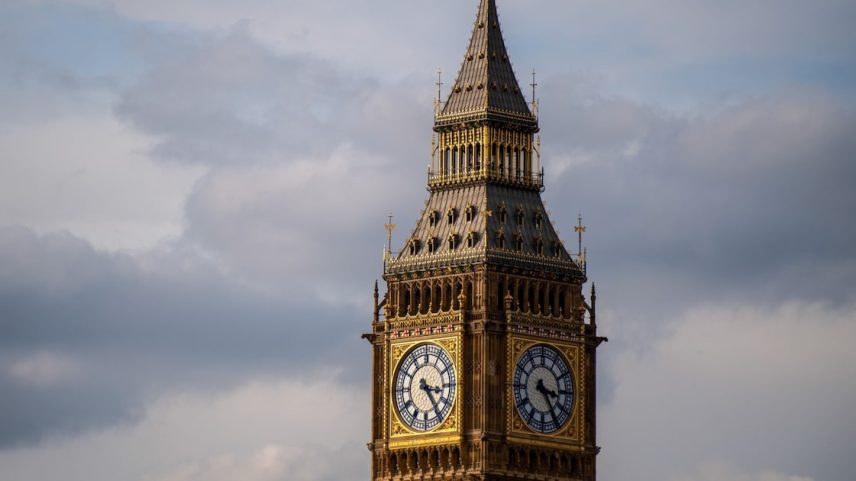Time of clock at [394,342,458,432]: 3:24
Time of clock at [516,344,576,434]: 3:24
